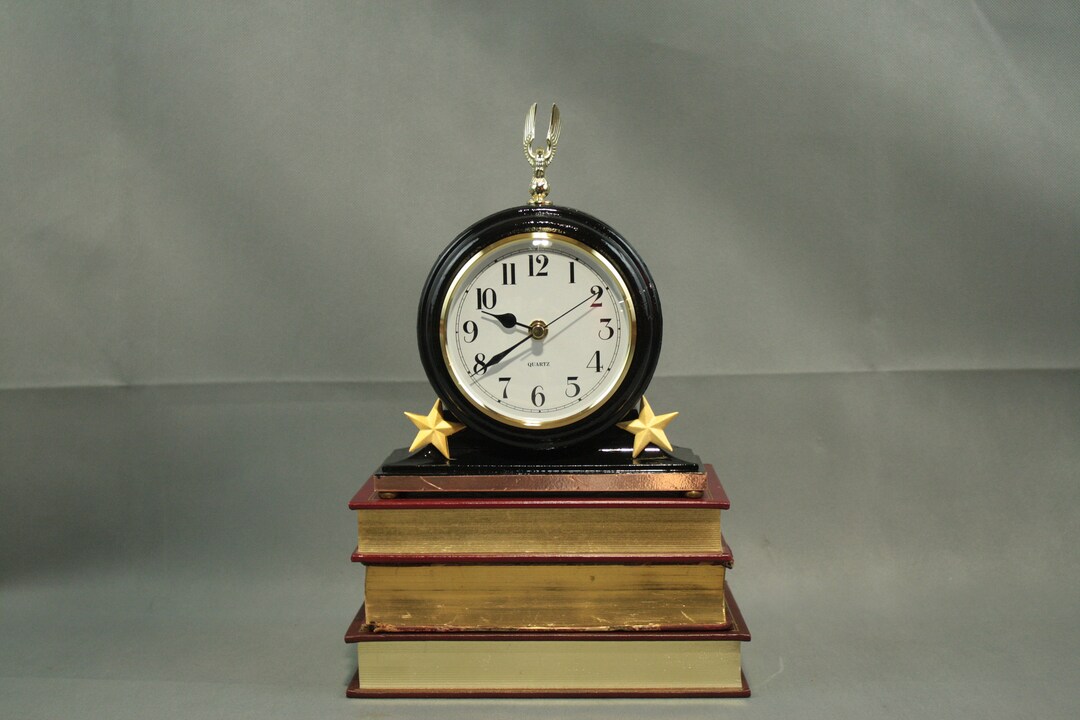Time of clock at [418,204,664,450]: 9:39
